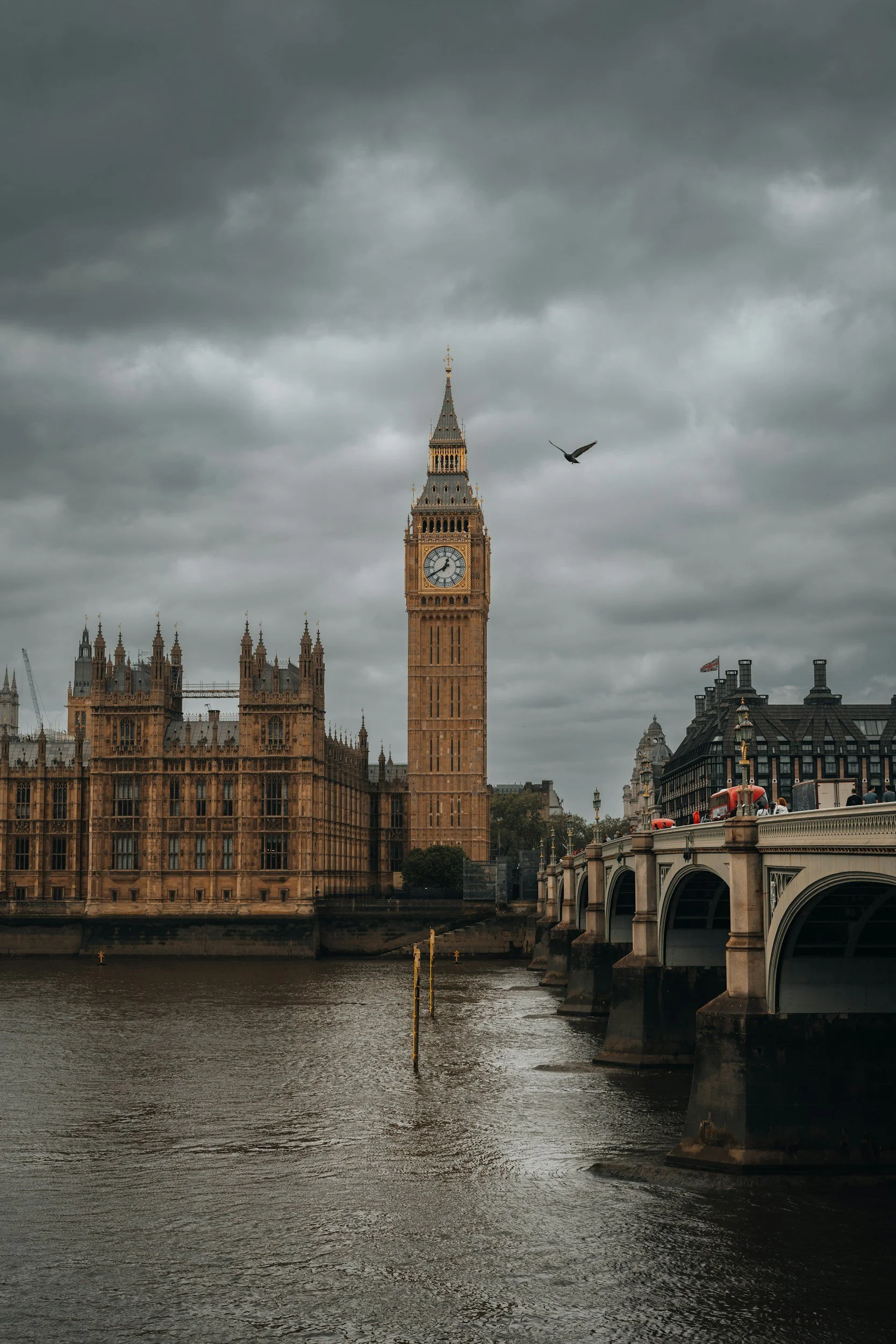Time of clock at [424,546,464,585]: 12:40
